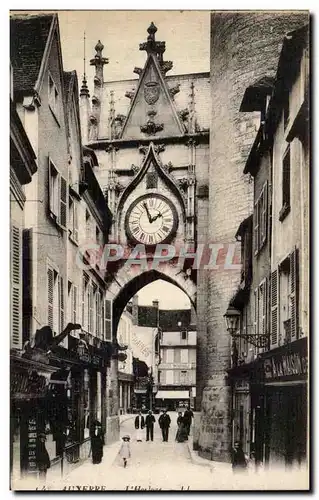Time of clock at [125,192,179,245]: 1:56
